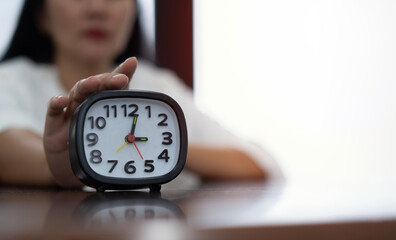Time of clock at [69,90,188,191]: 3:02
